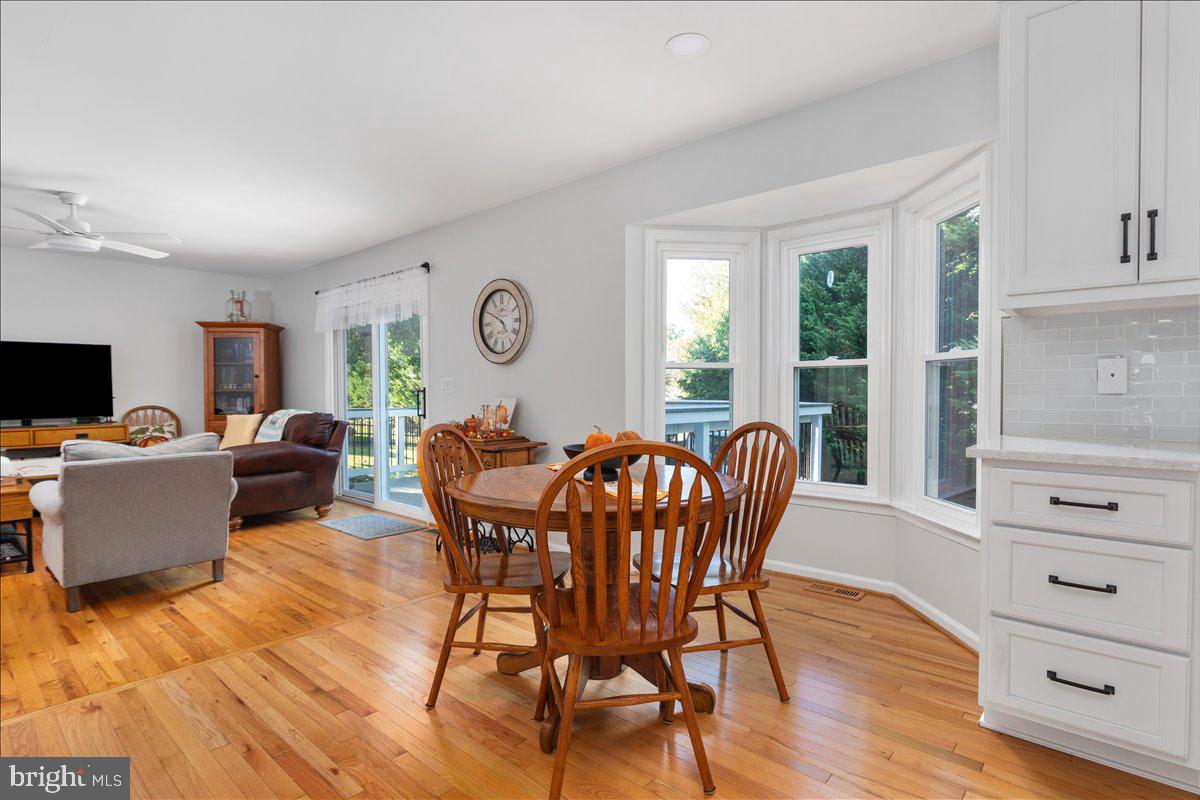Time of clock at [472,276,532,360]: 4:49
